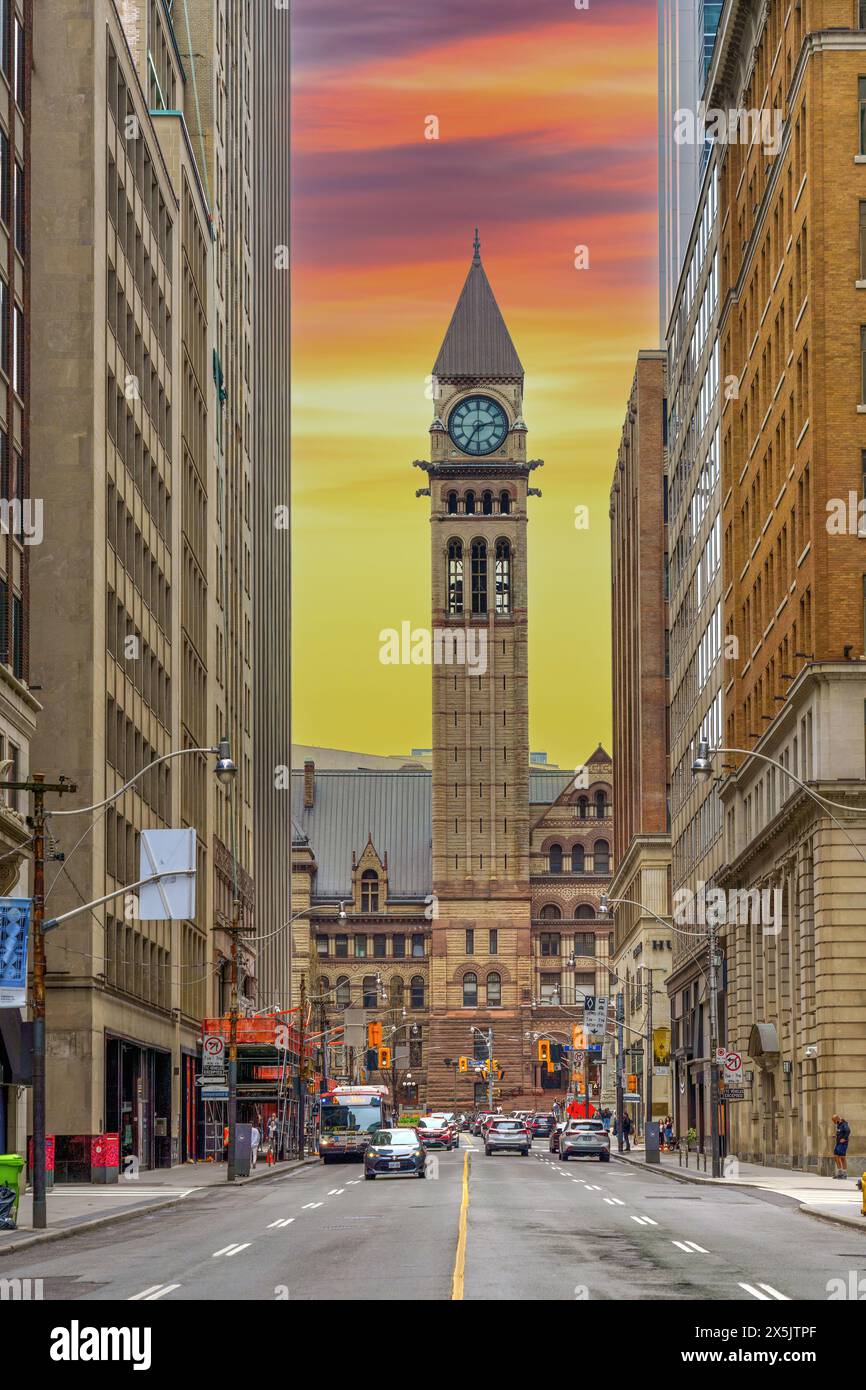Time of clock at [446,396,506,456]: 2:35
